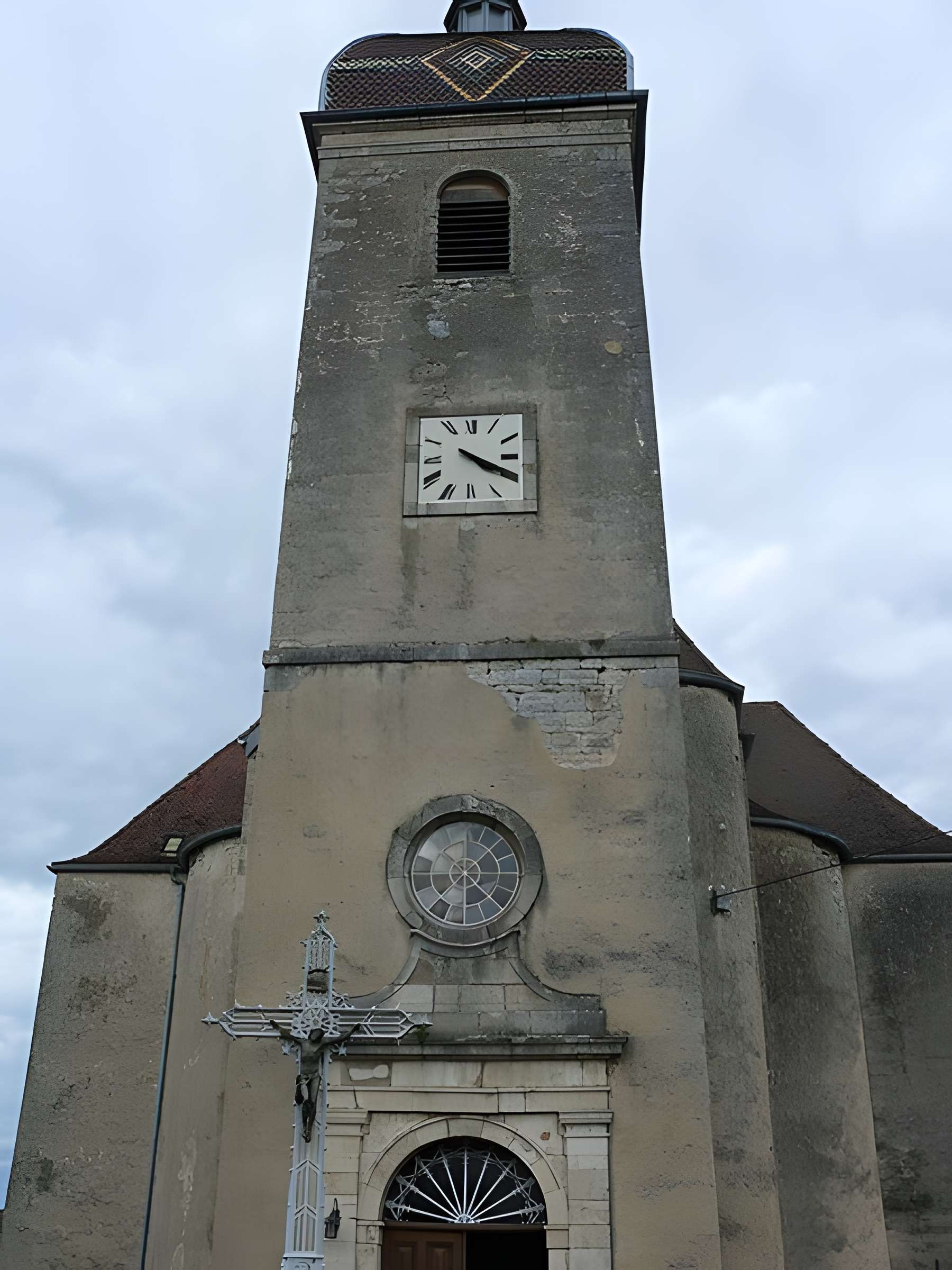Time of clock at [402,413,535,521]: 4:19
